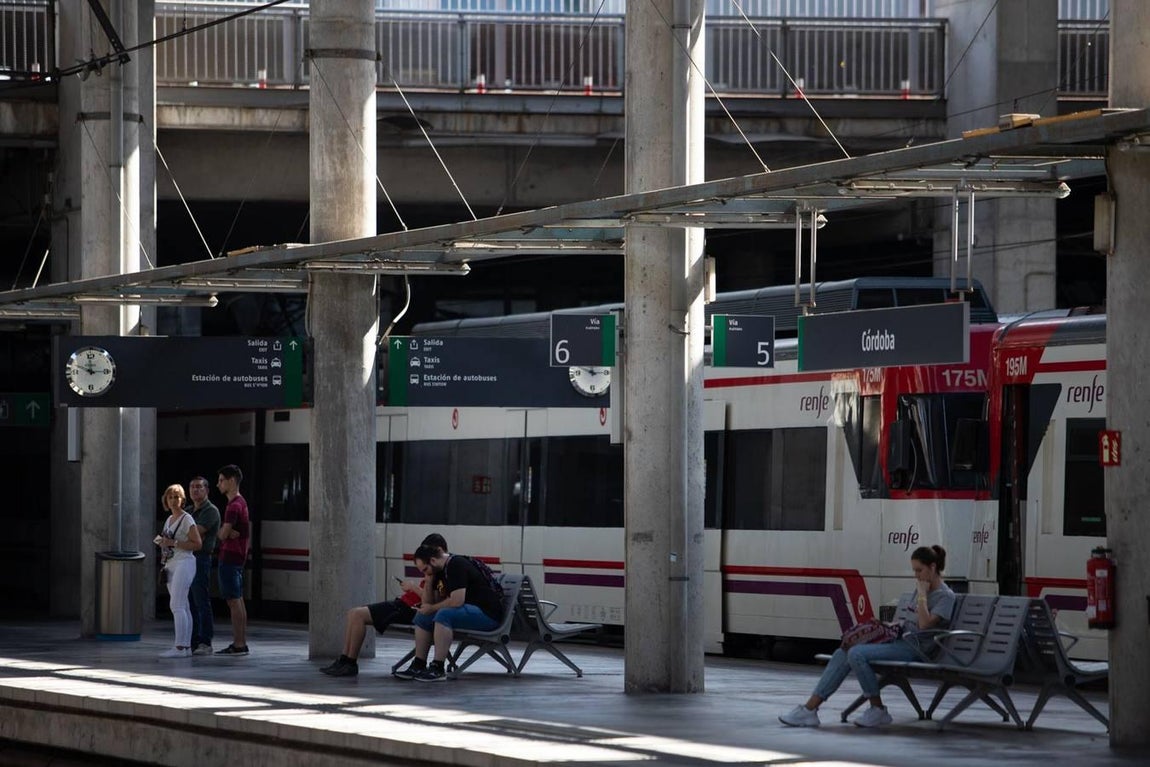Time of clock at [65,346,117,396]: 11:48
